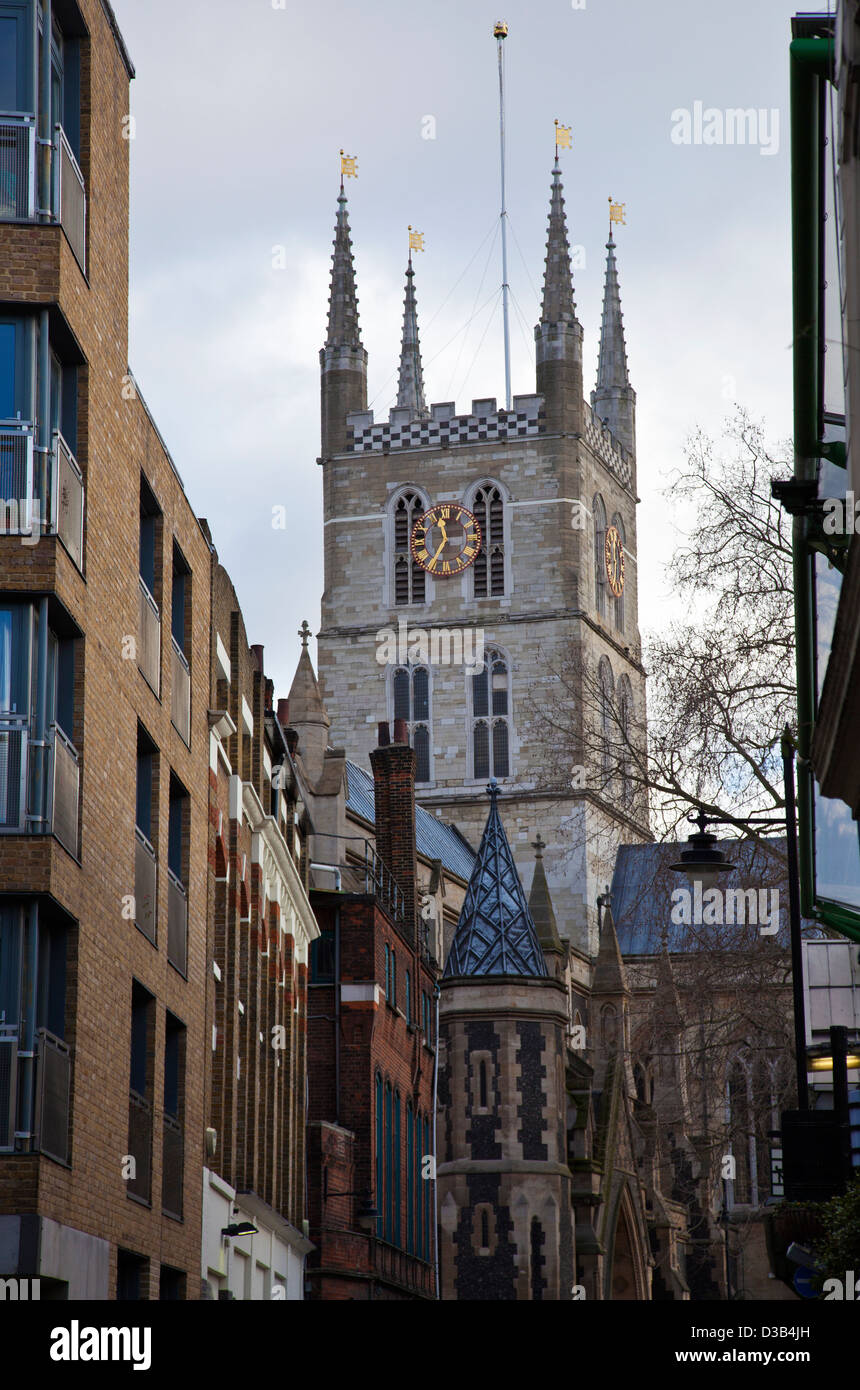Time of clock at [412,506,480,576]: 11:35
